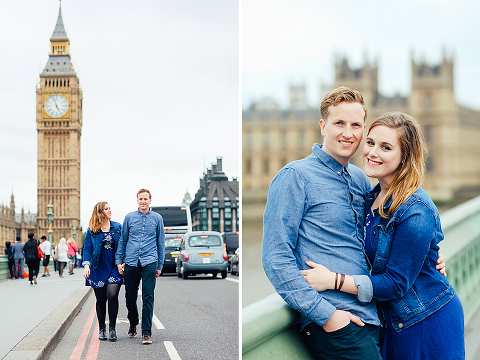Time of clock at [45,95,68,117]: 4:57
